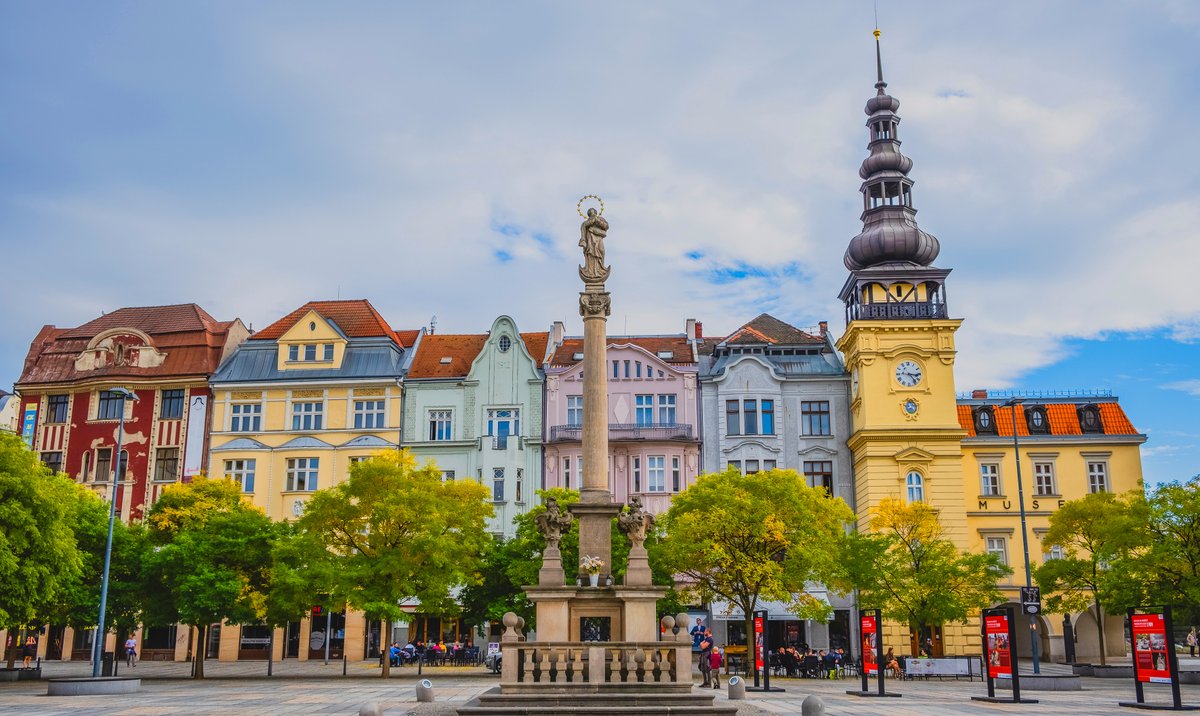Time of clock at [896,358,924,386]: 3:23
